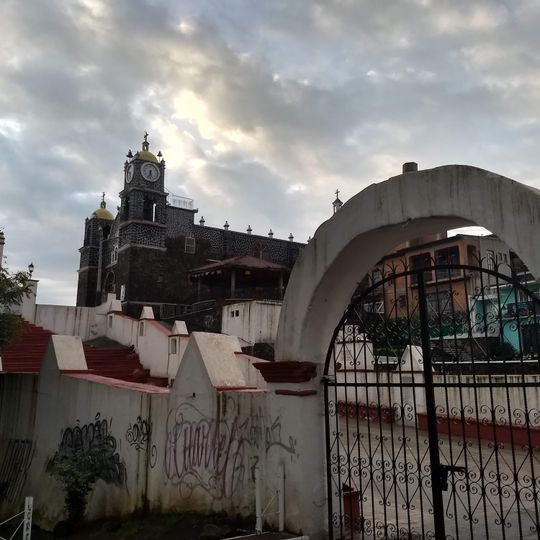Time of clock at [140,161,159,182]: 5:33
